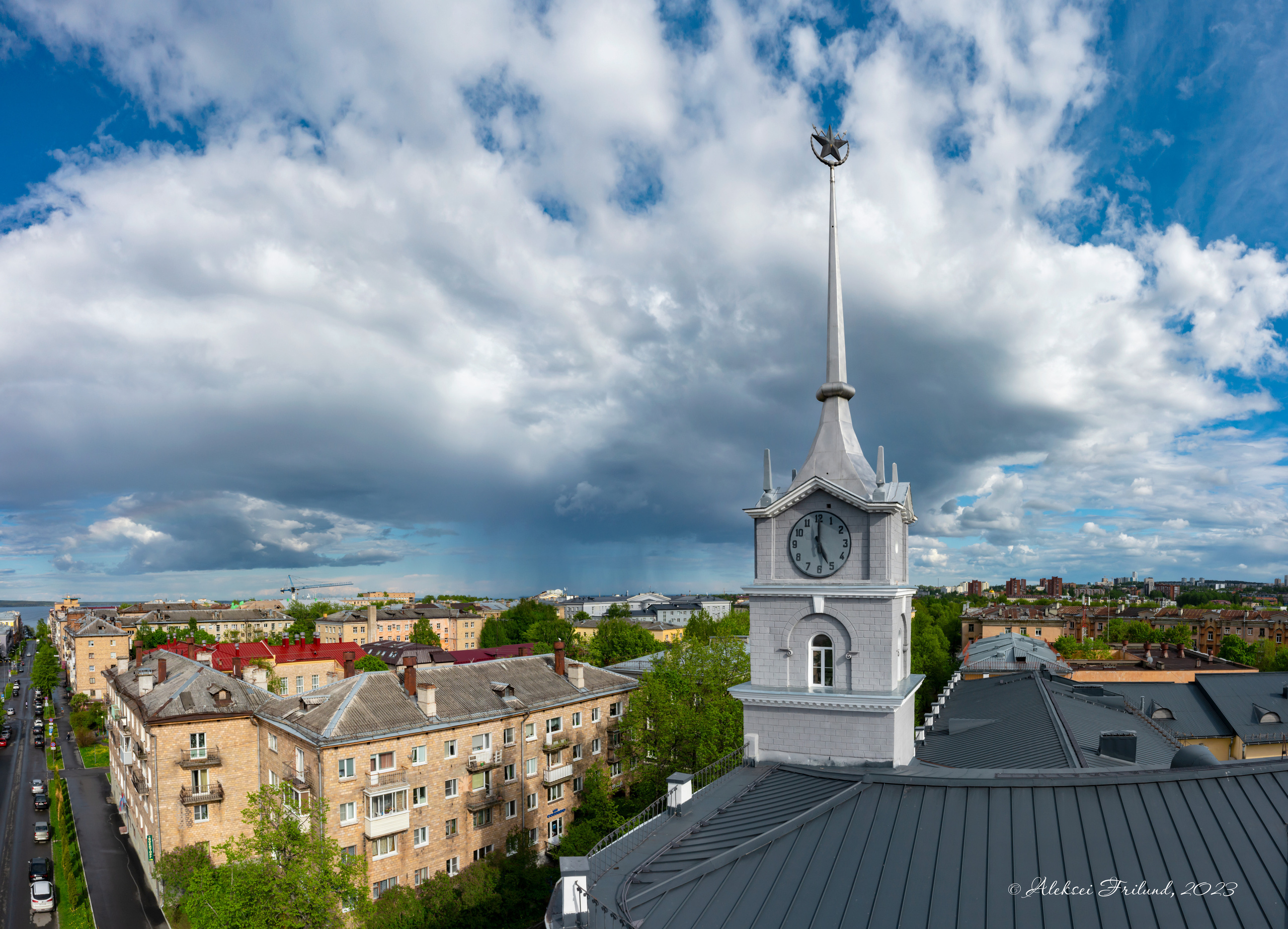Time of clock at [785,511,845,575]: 5:00
